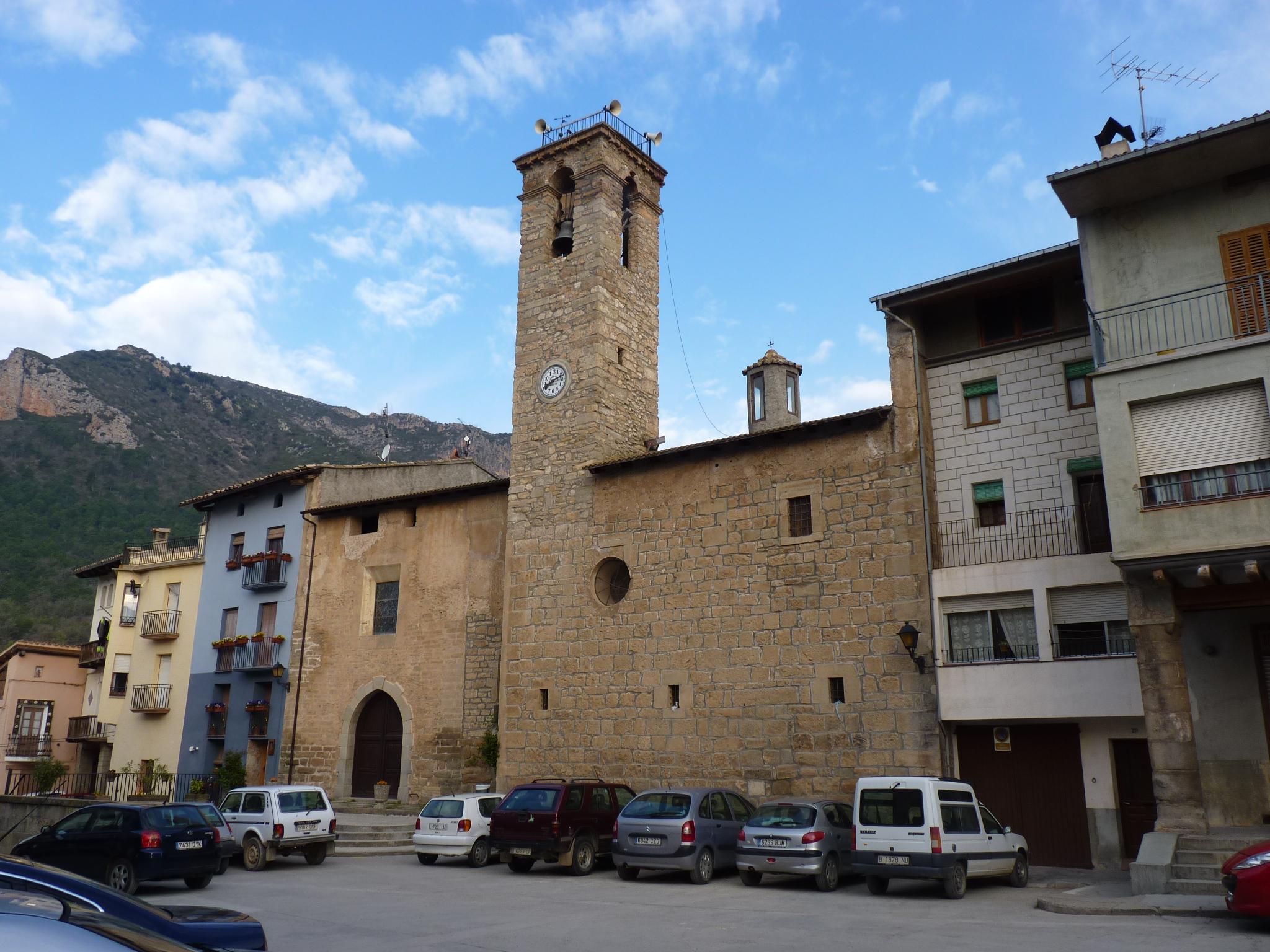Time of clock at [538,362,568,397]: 8:12
